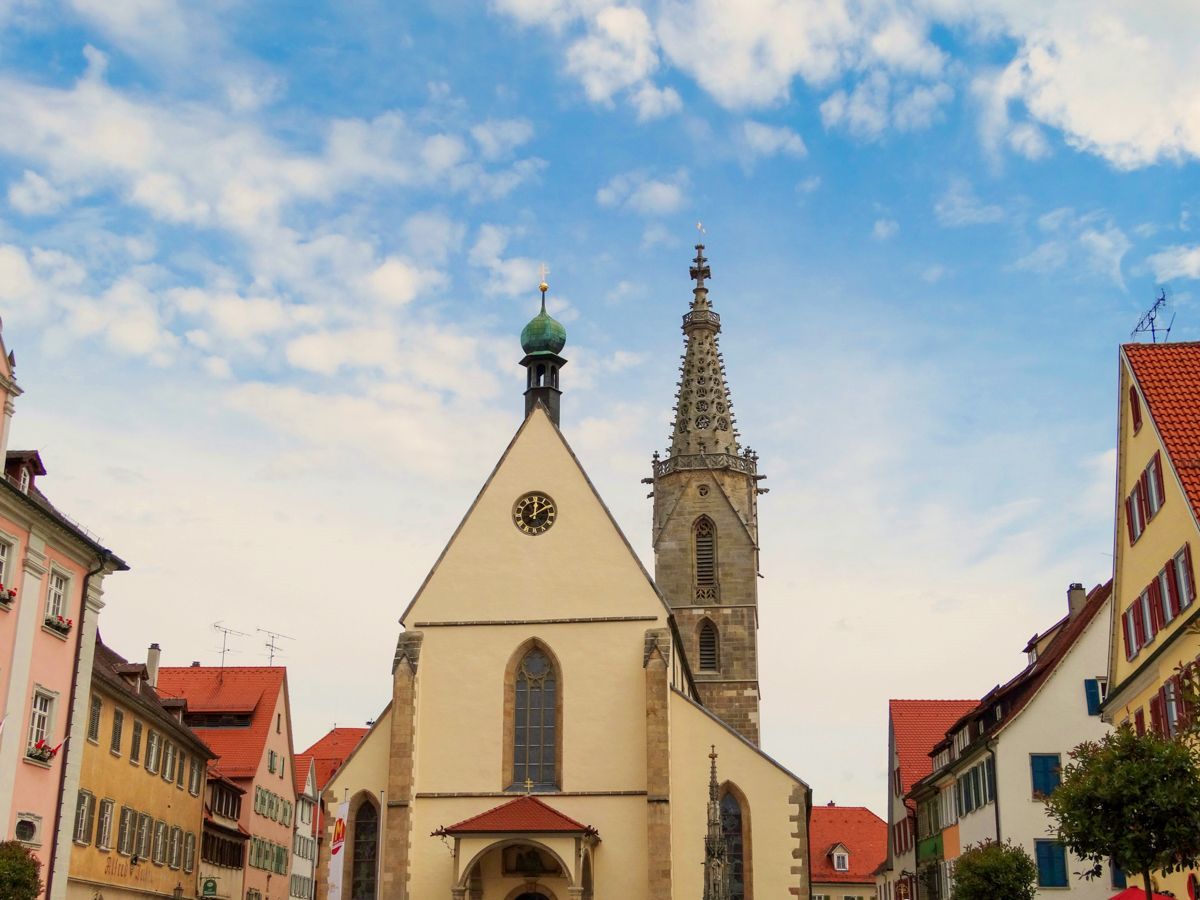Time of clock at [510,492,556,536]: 12:09
